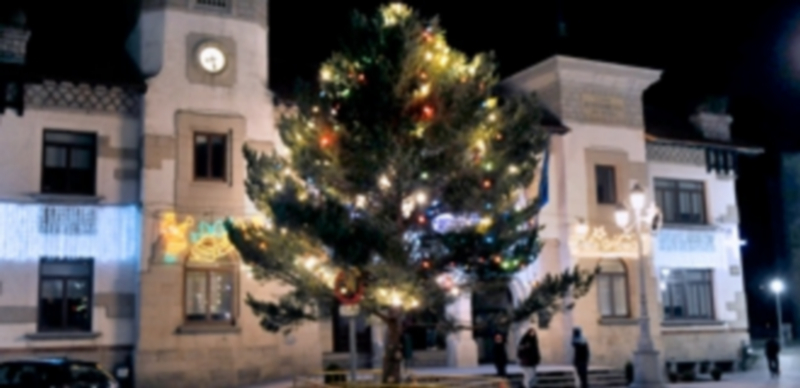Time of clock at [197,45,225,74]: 8:27
